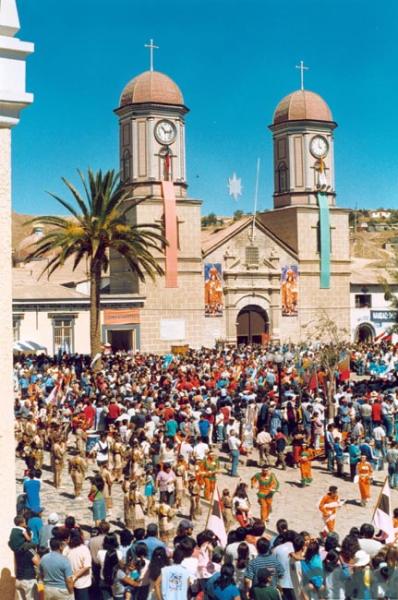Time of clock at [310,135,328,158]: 3:58
